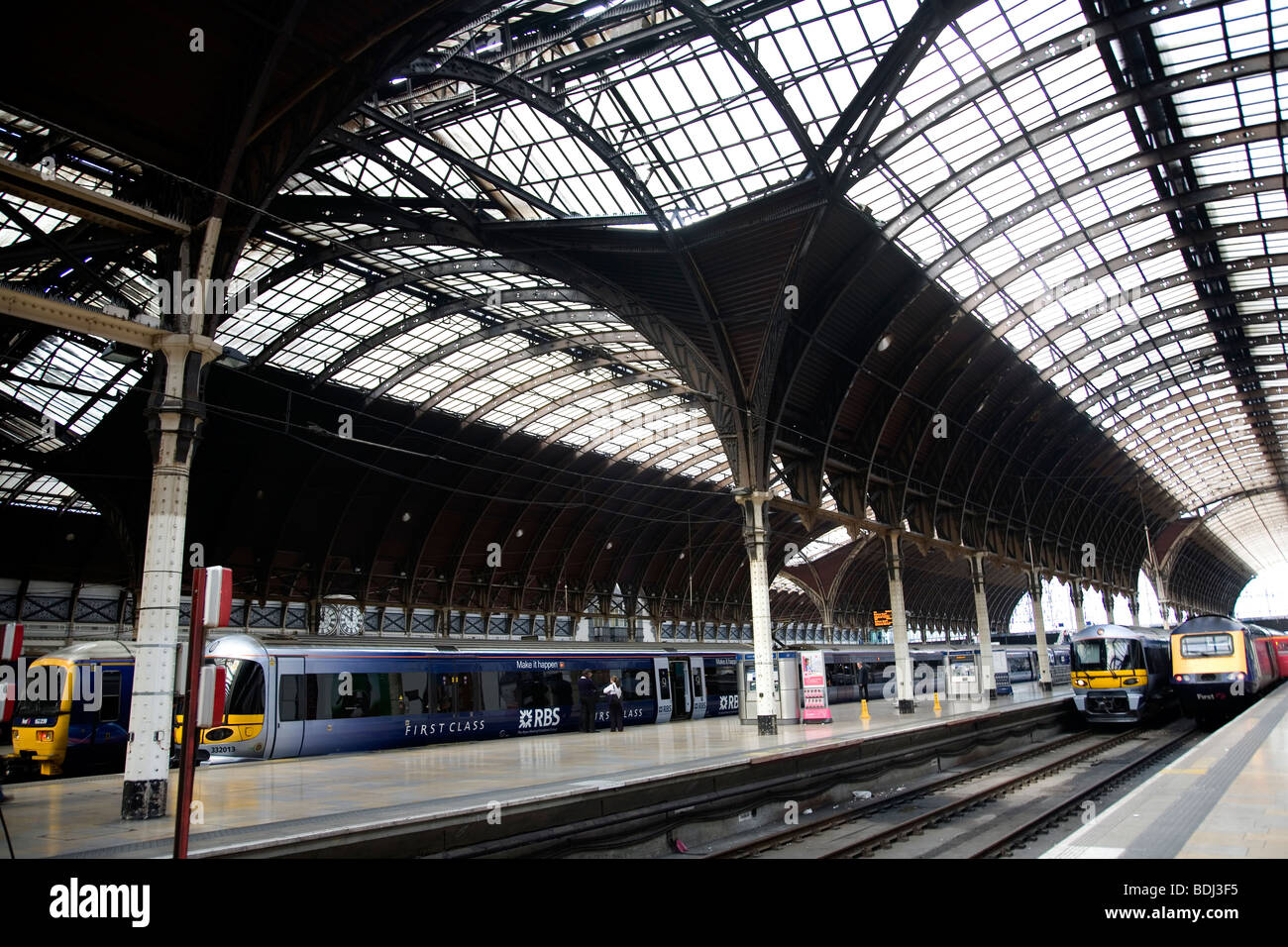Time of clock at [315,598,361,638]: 11:50
